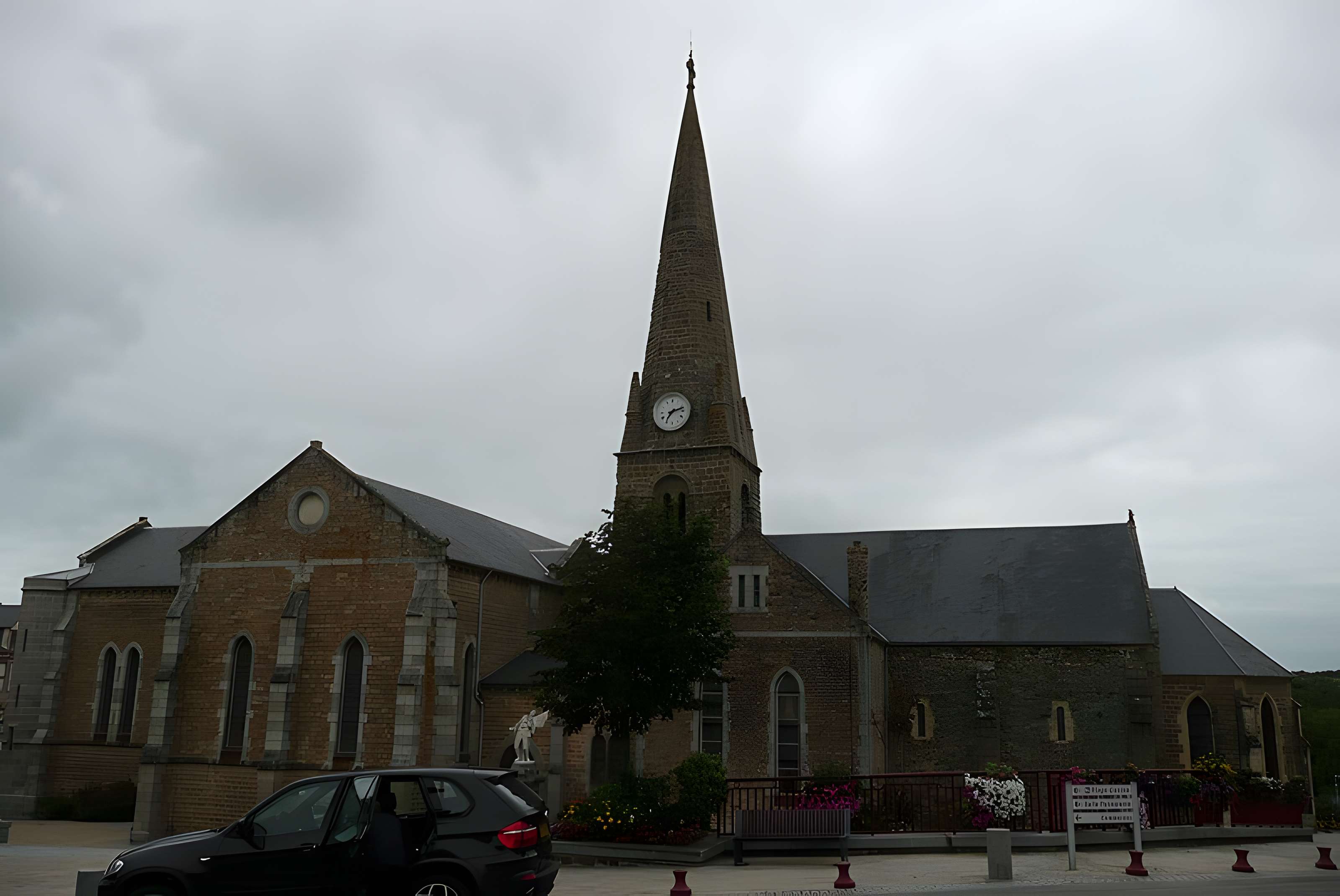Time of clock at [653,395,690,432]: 7:12
